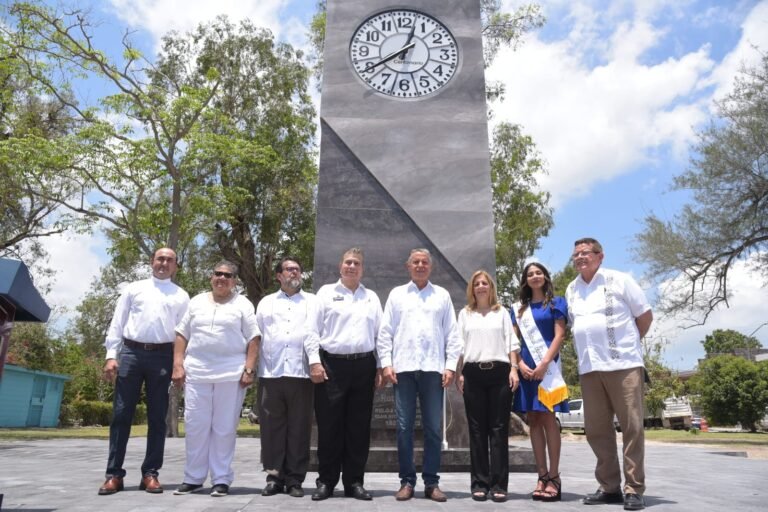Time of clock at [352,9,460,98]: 12:39
